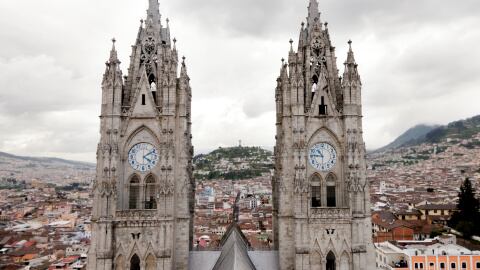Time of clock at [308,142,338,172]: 10:45
